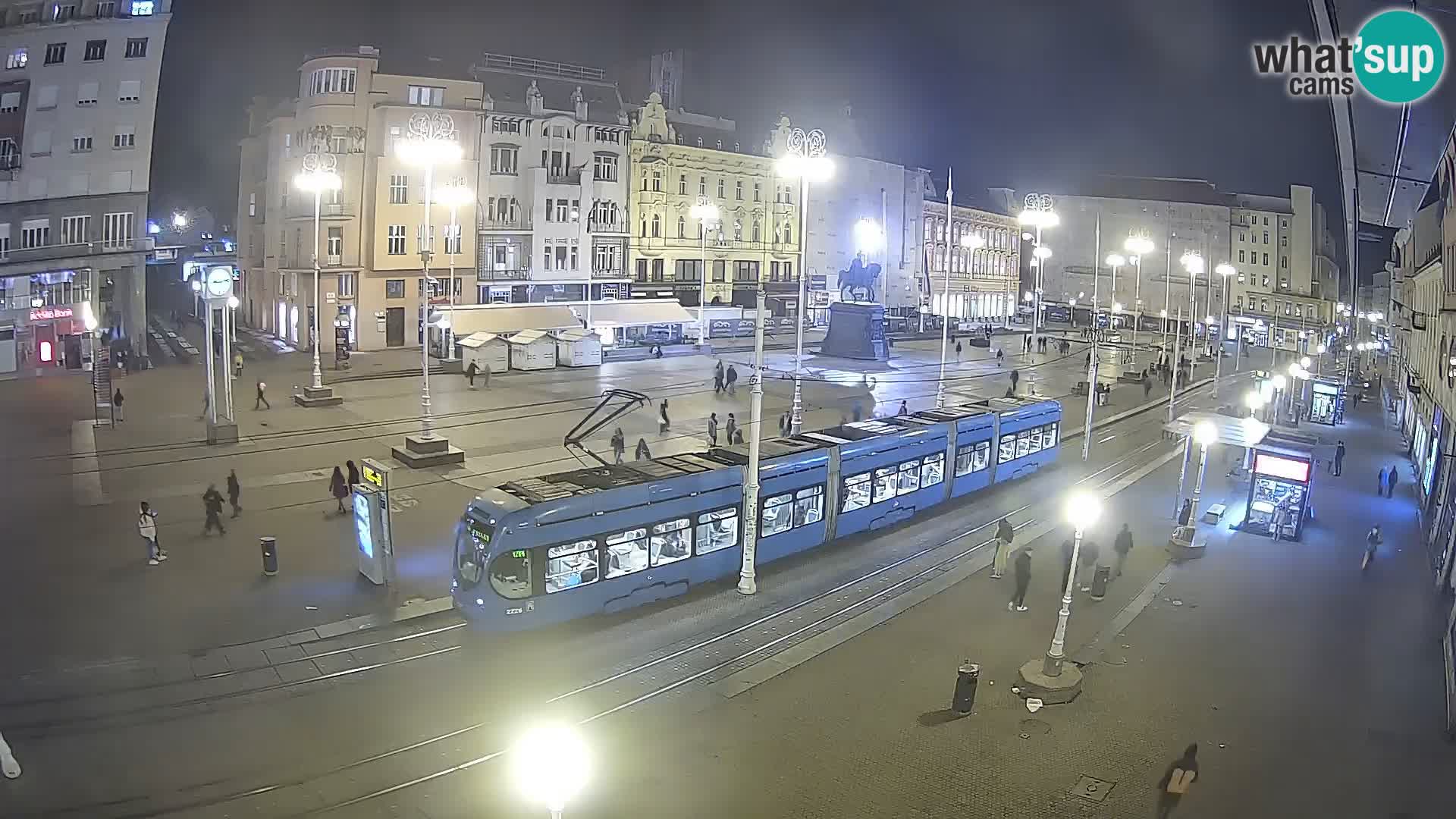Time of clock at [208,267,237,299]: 9:12
